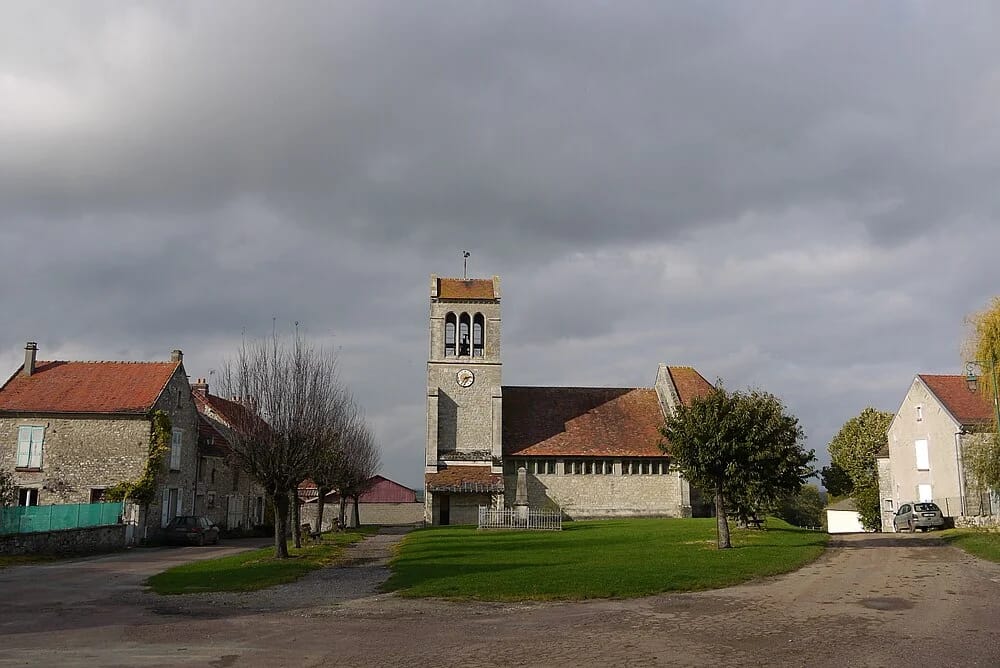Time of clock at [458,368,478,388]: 2:35
